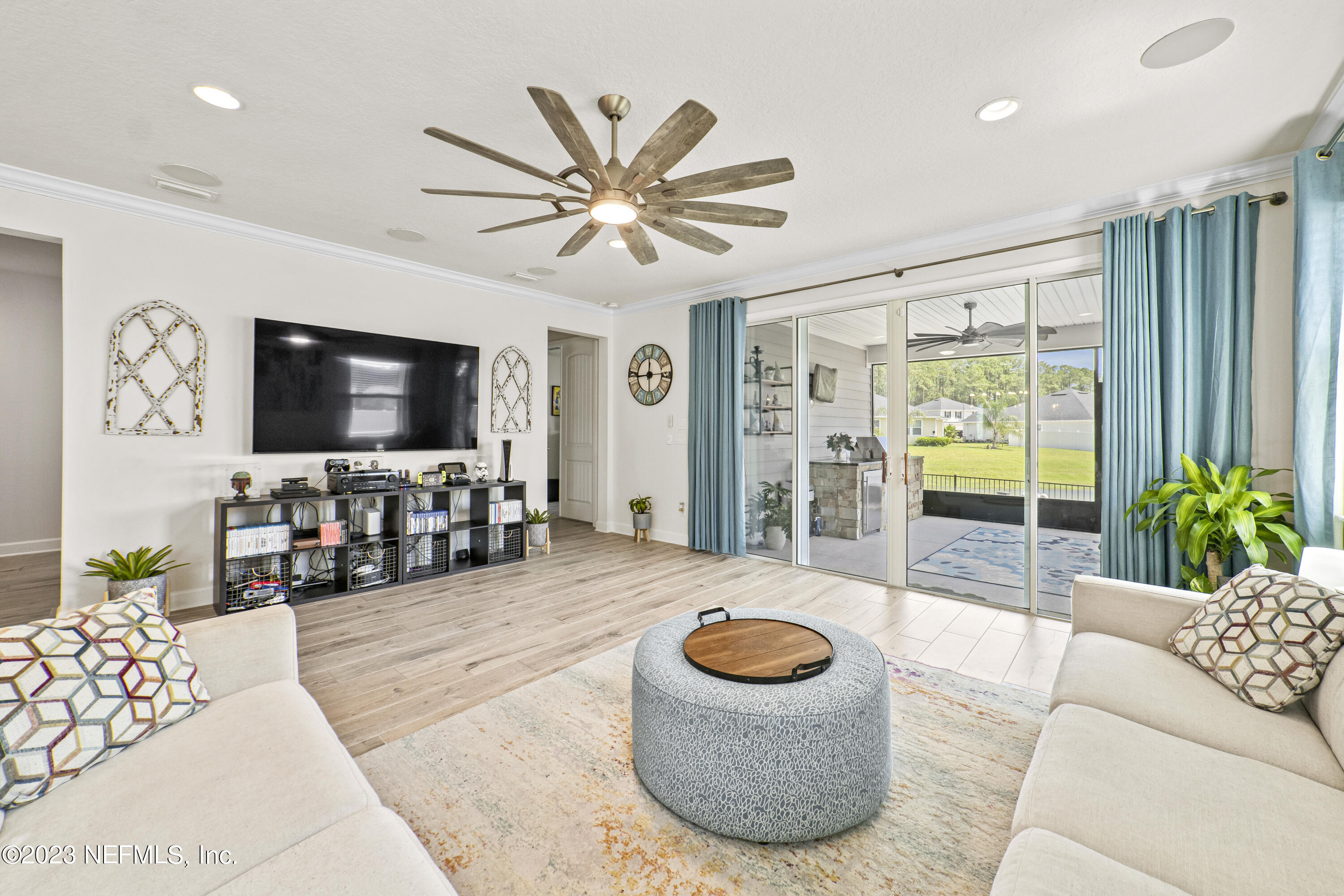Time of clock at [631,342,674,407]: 11:44
